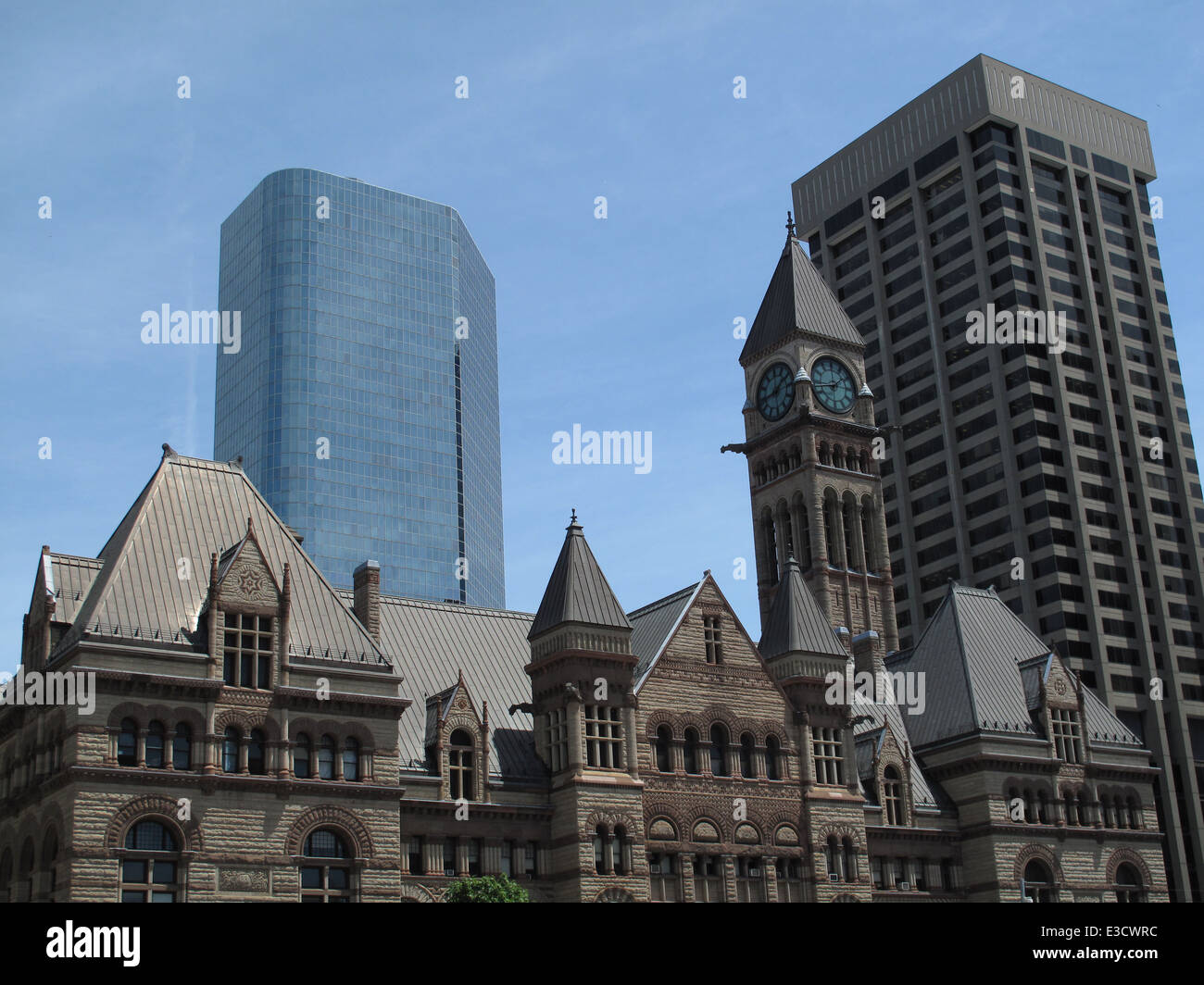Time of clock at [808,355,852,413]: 1:42
